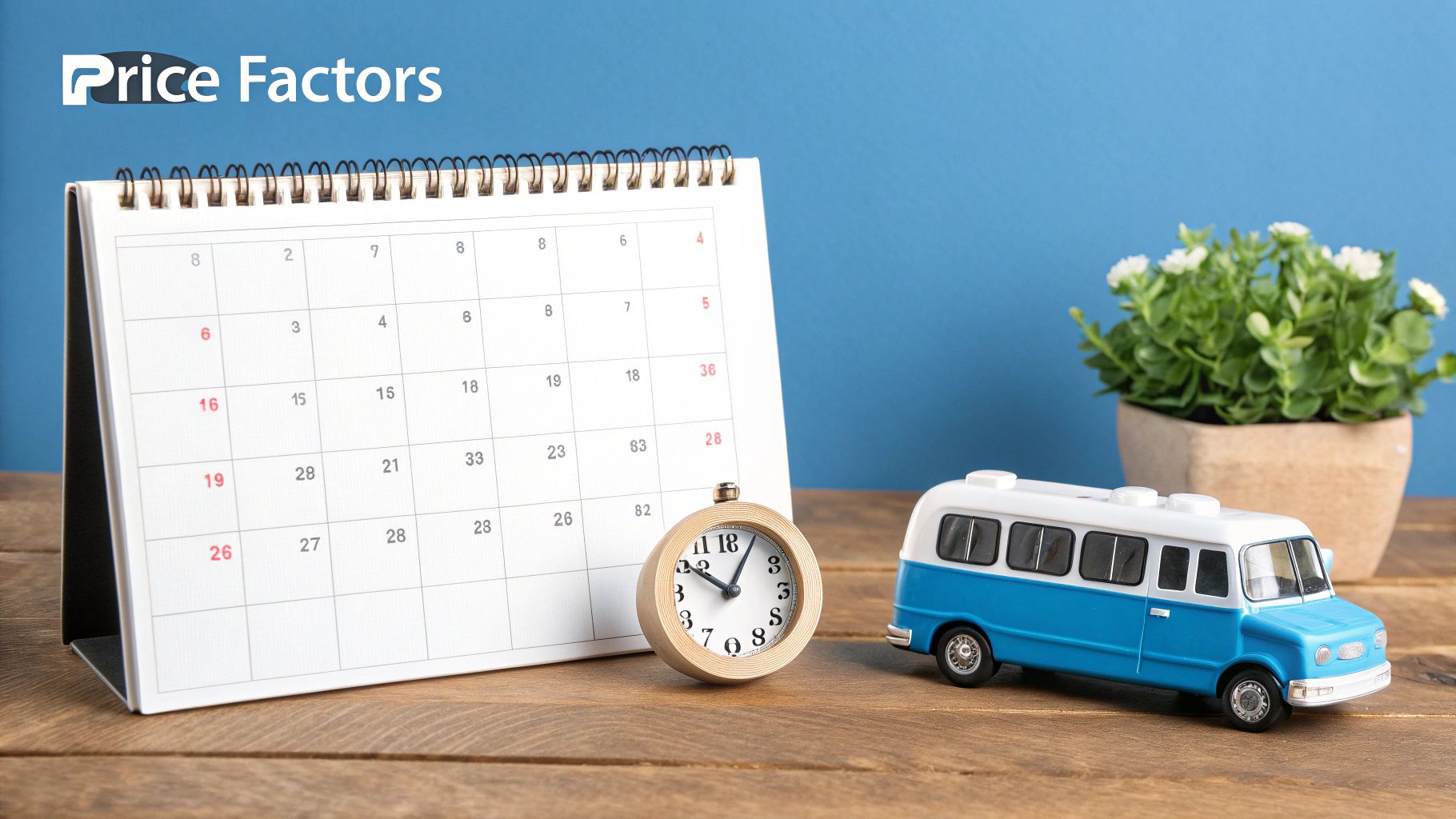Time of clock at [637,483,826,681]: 10:04
